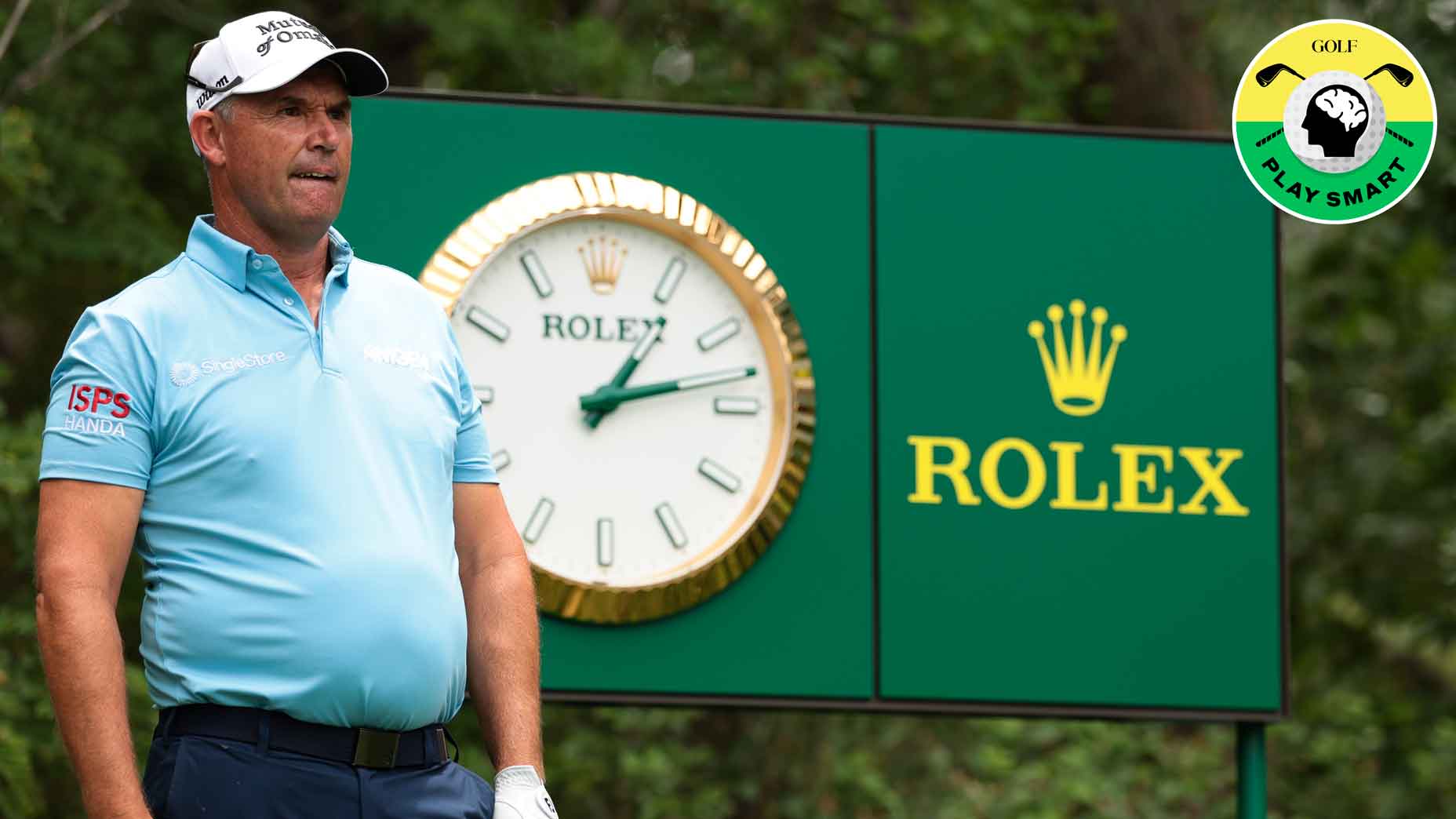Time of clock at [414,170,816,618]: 1:12
